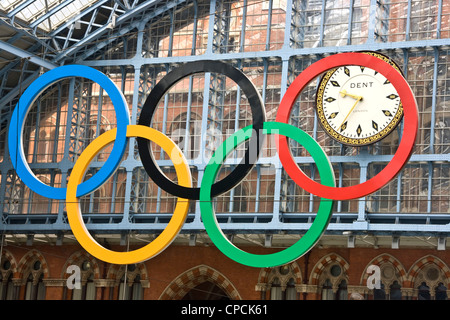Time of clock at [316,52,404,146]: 9:35
